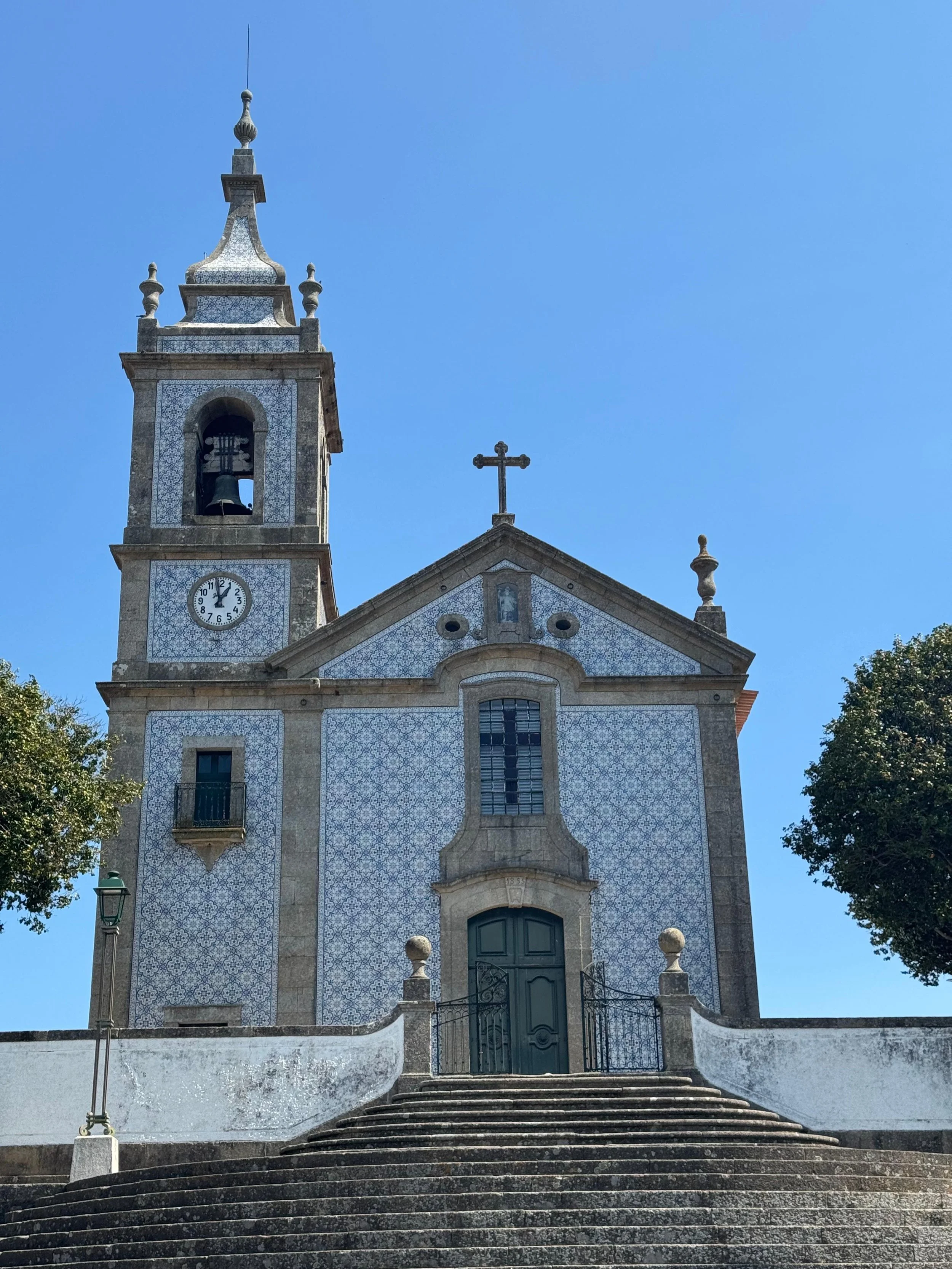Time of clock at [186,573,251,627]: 12:58
